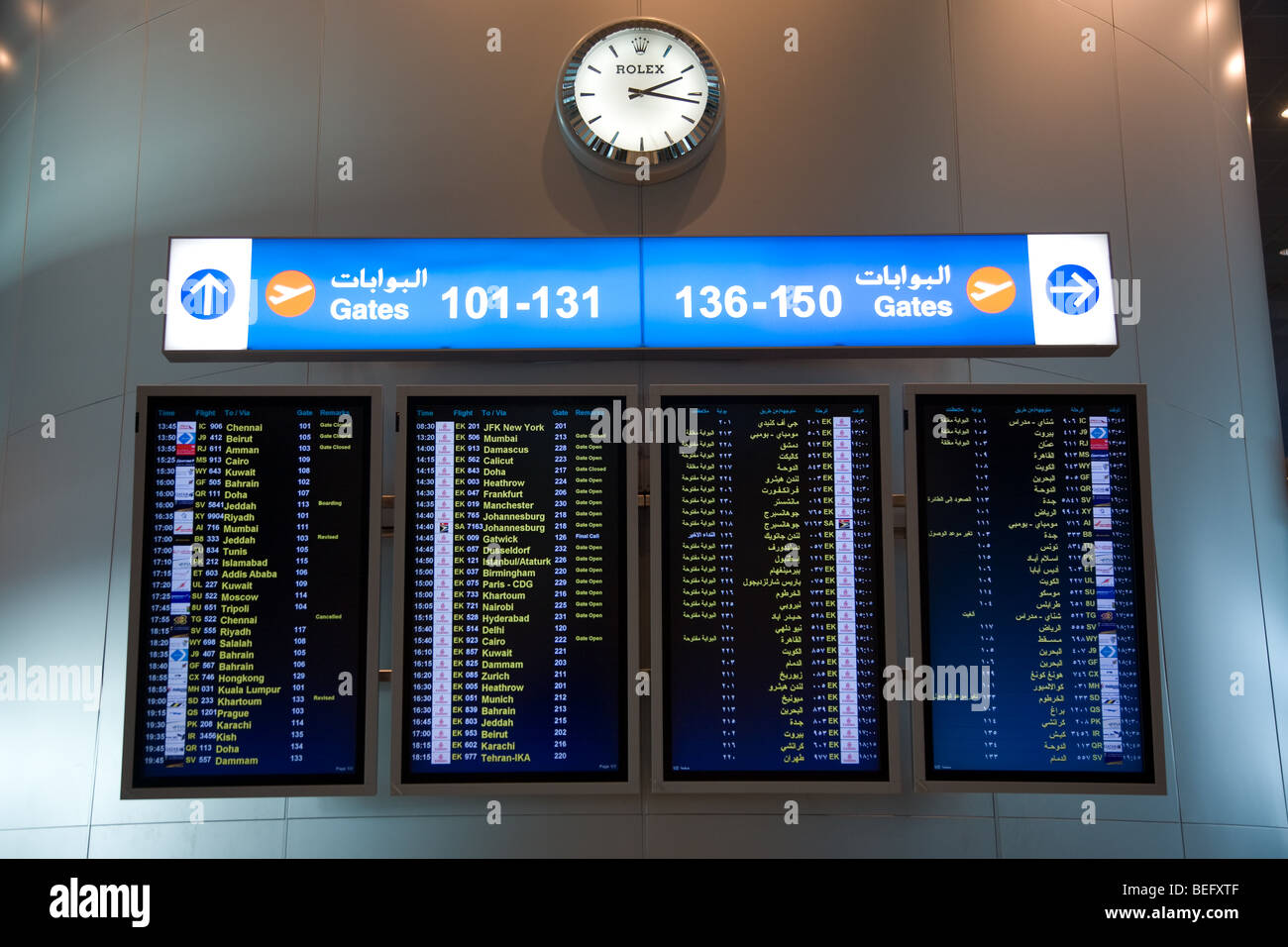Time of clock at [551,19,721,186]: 2:16
